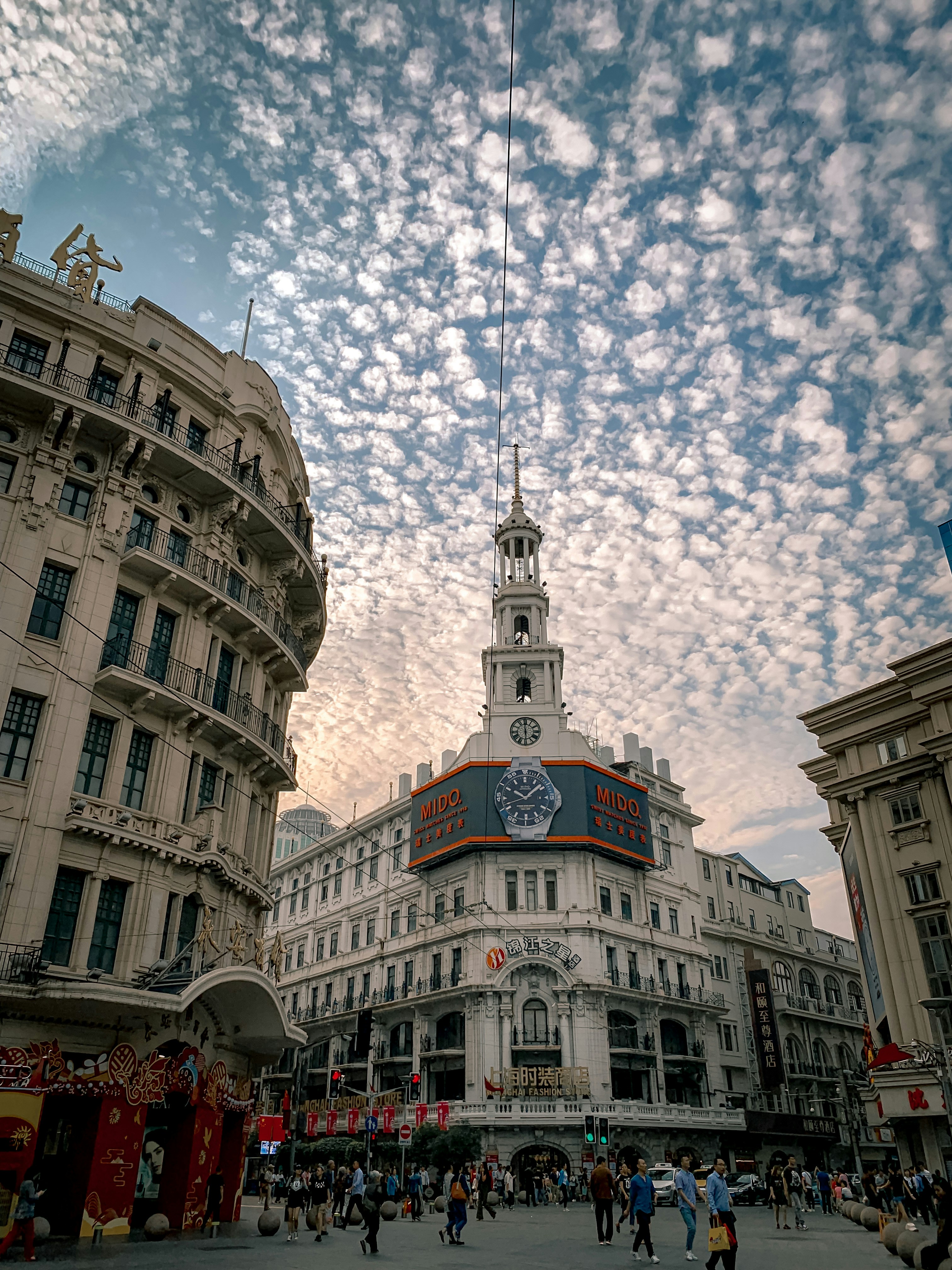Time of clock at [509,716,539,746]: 5:59
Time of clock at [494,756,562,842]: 10:08
